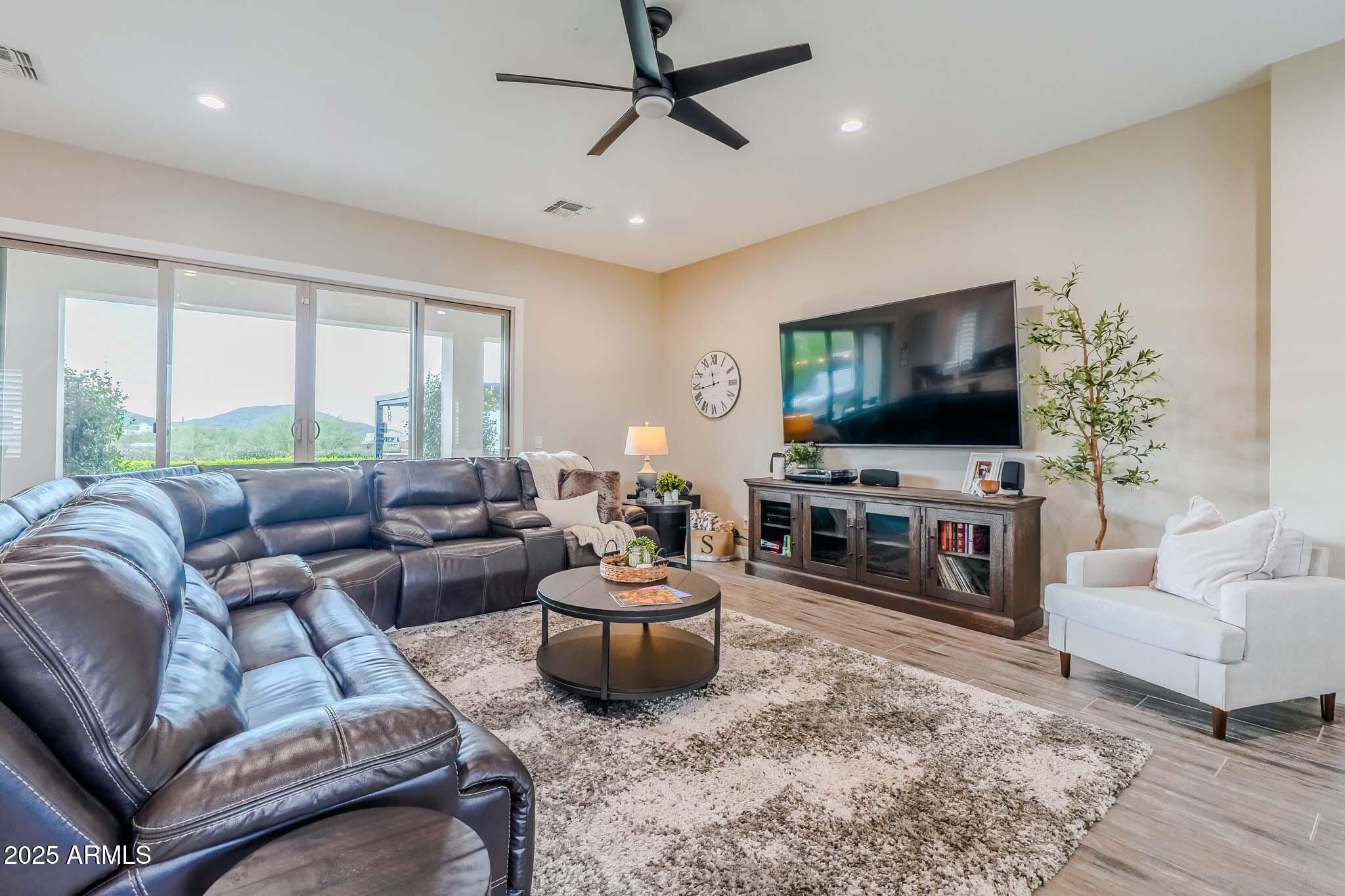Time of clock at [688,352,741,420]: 11:43
